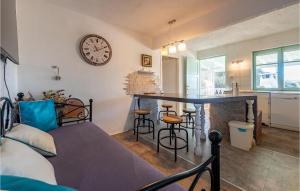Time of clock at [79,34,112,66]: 11:10
